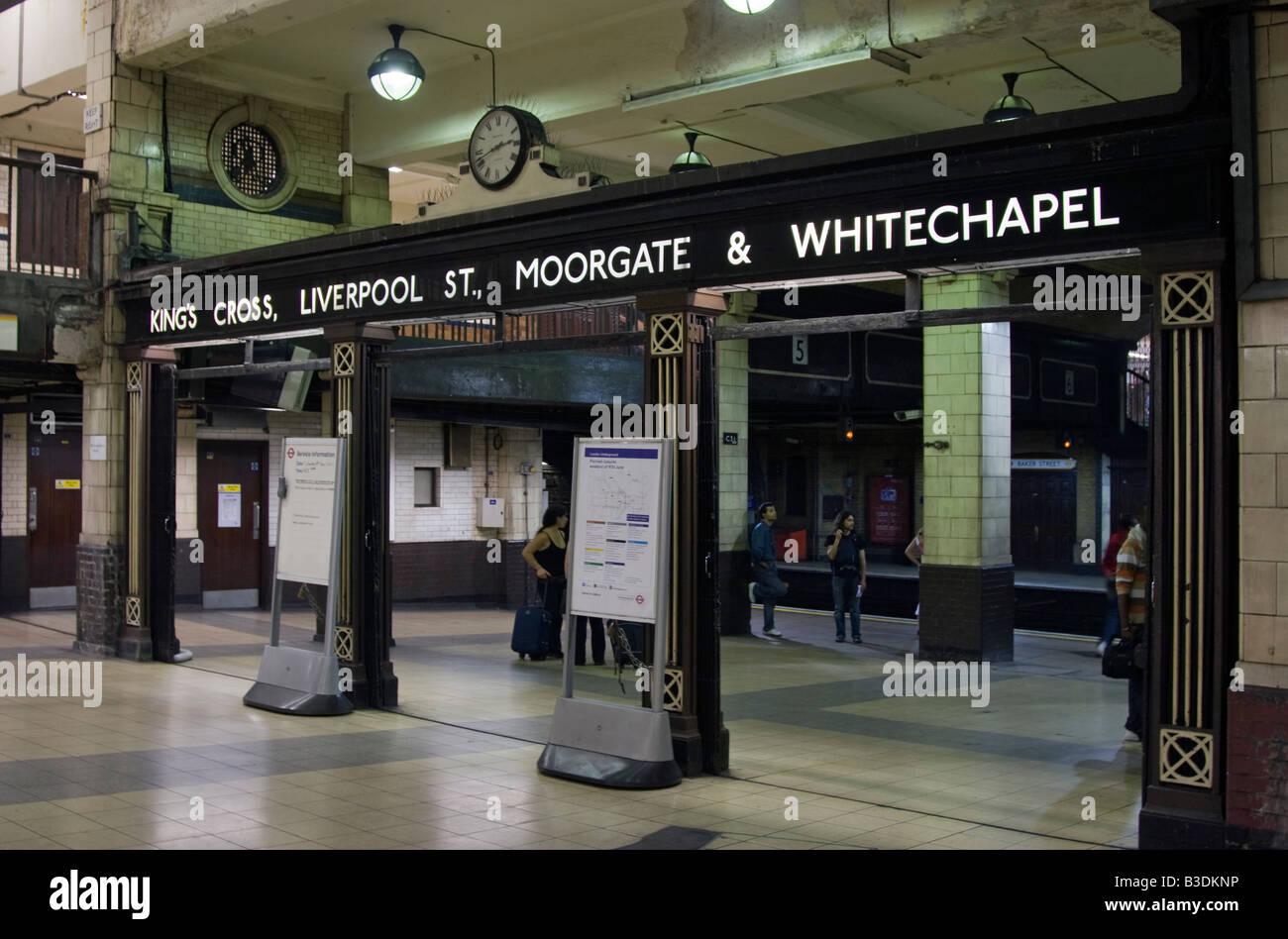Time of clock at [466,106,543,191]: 2:41
